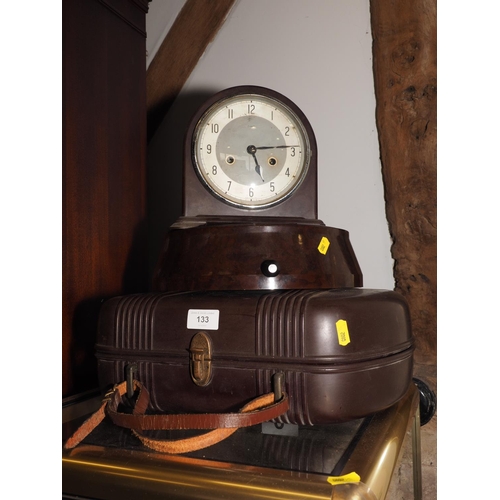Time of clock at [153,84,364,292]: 5:14
